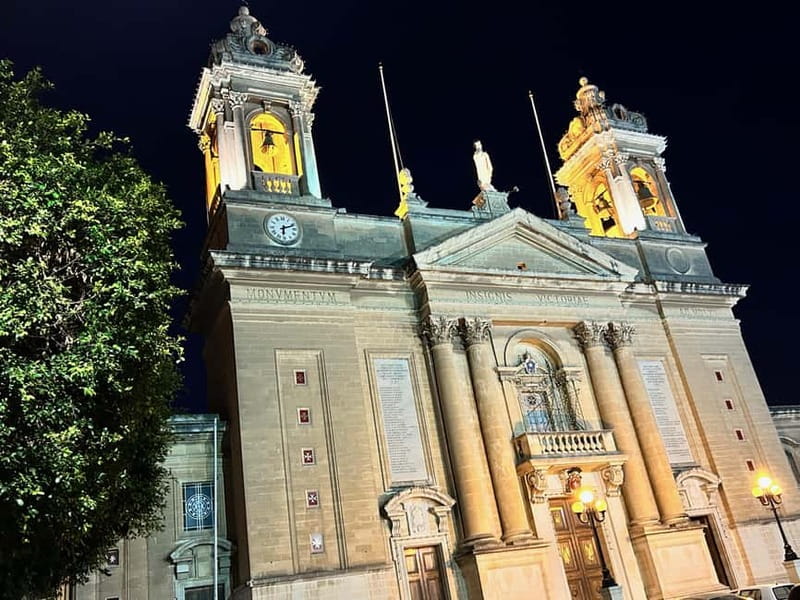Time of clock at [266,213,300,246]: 6:11
